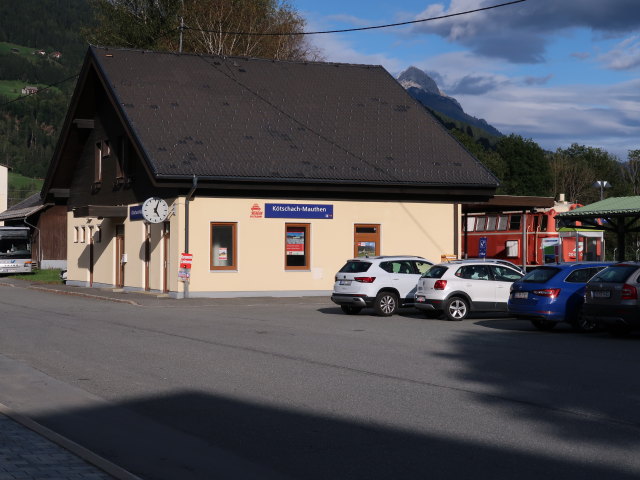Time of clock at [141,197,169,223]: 5:03
